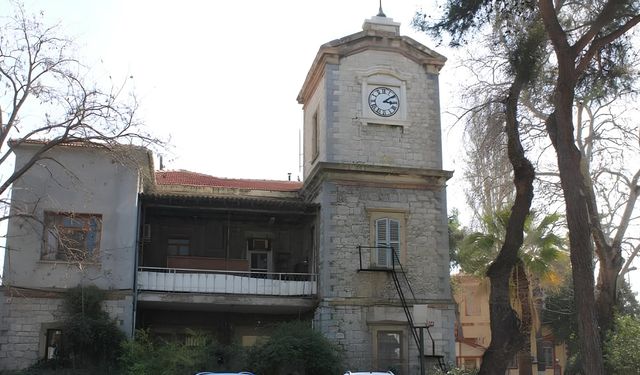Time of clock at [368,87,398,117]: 3:09
